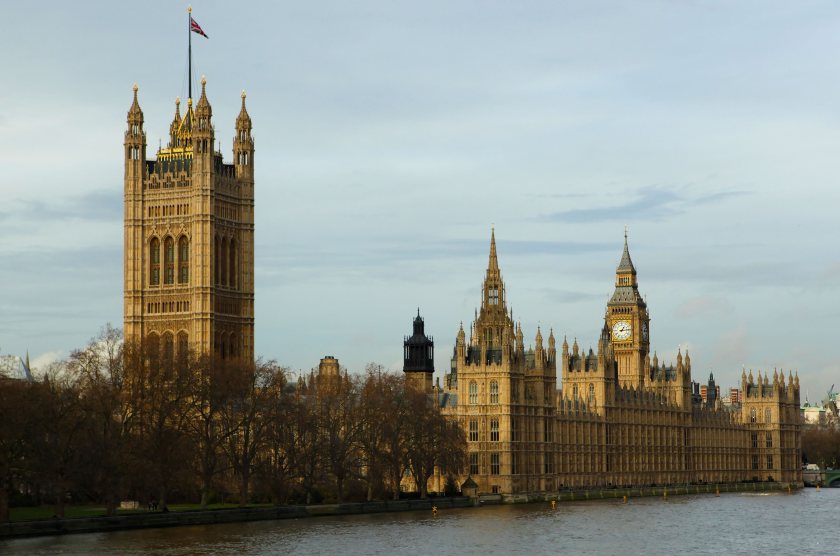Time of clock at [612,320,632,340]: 1:13
